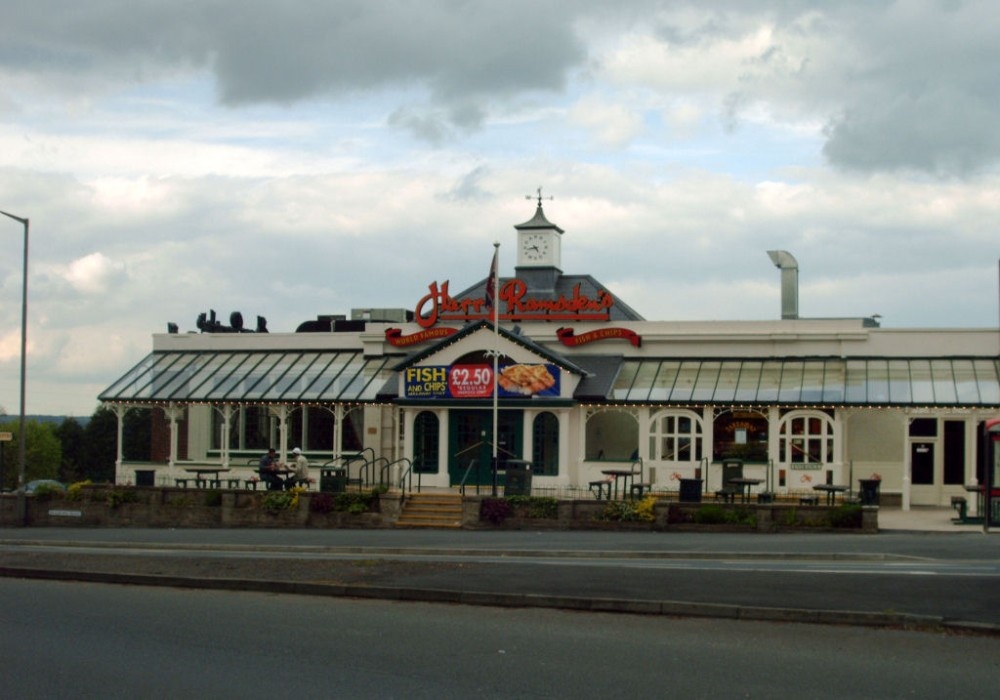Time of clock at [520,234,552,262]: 4:42
